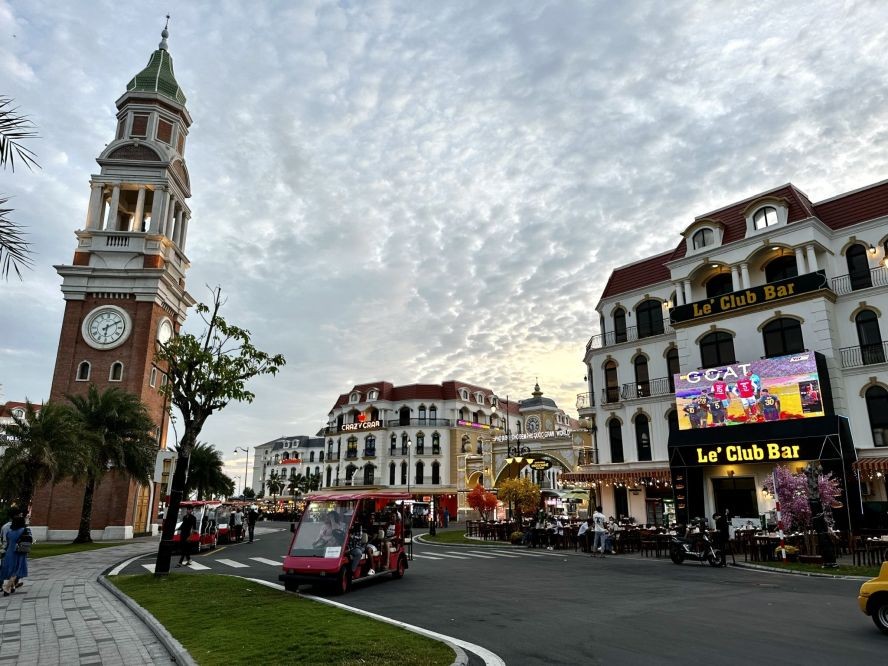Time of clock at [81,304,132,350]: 6:10
